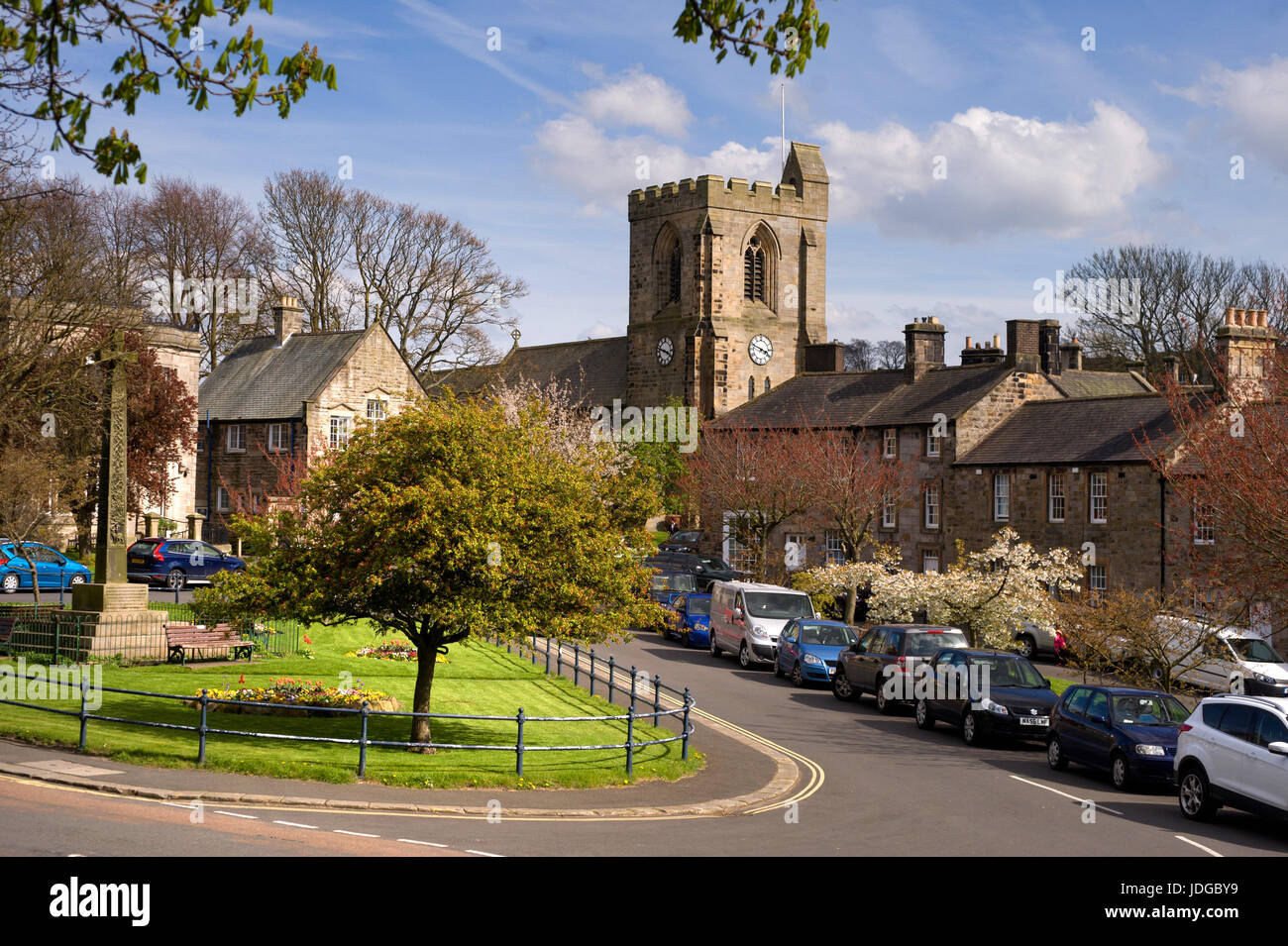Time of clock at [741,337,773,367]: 3:48
